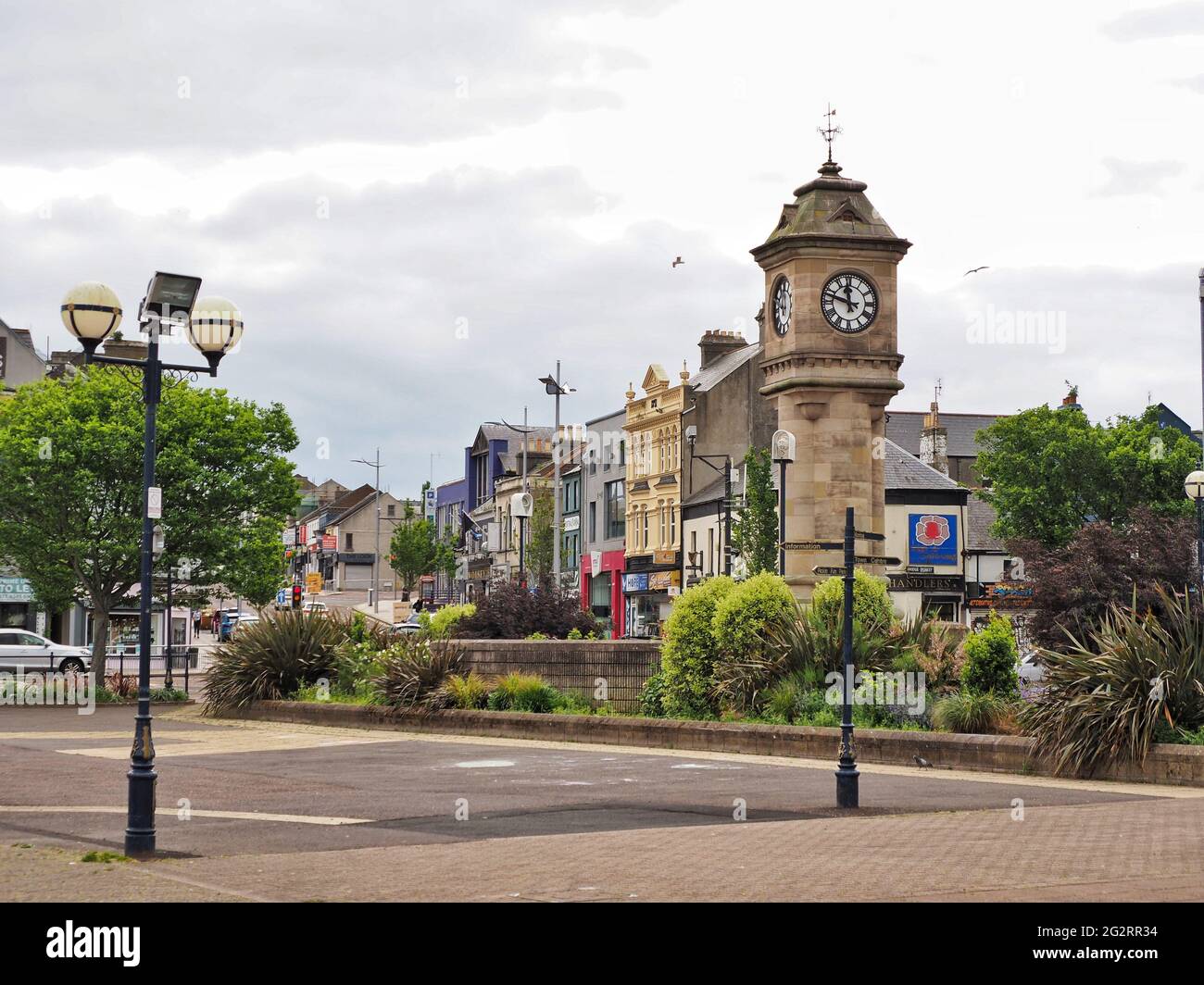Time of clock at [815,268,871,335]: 11:47
